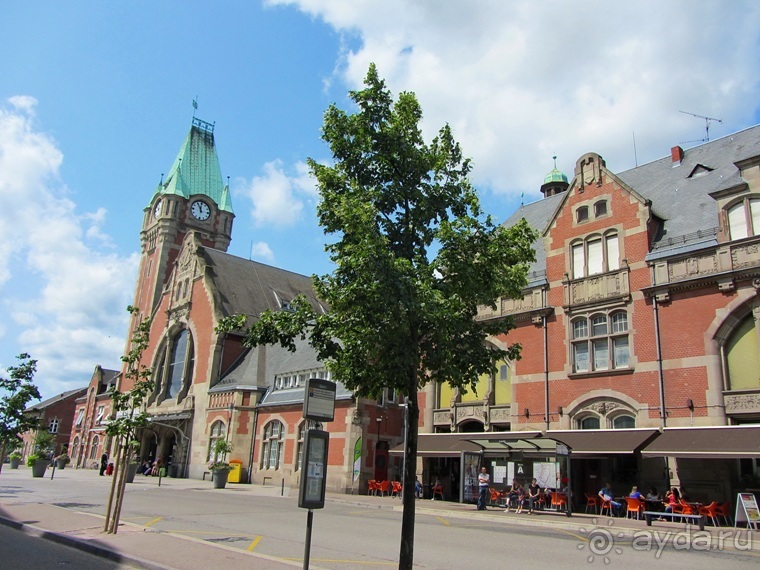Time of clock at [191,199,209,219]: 11:55
